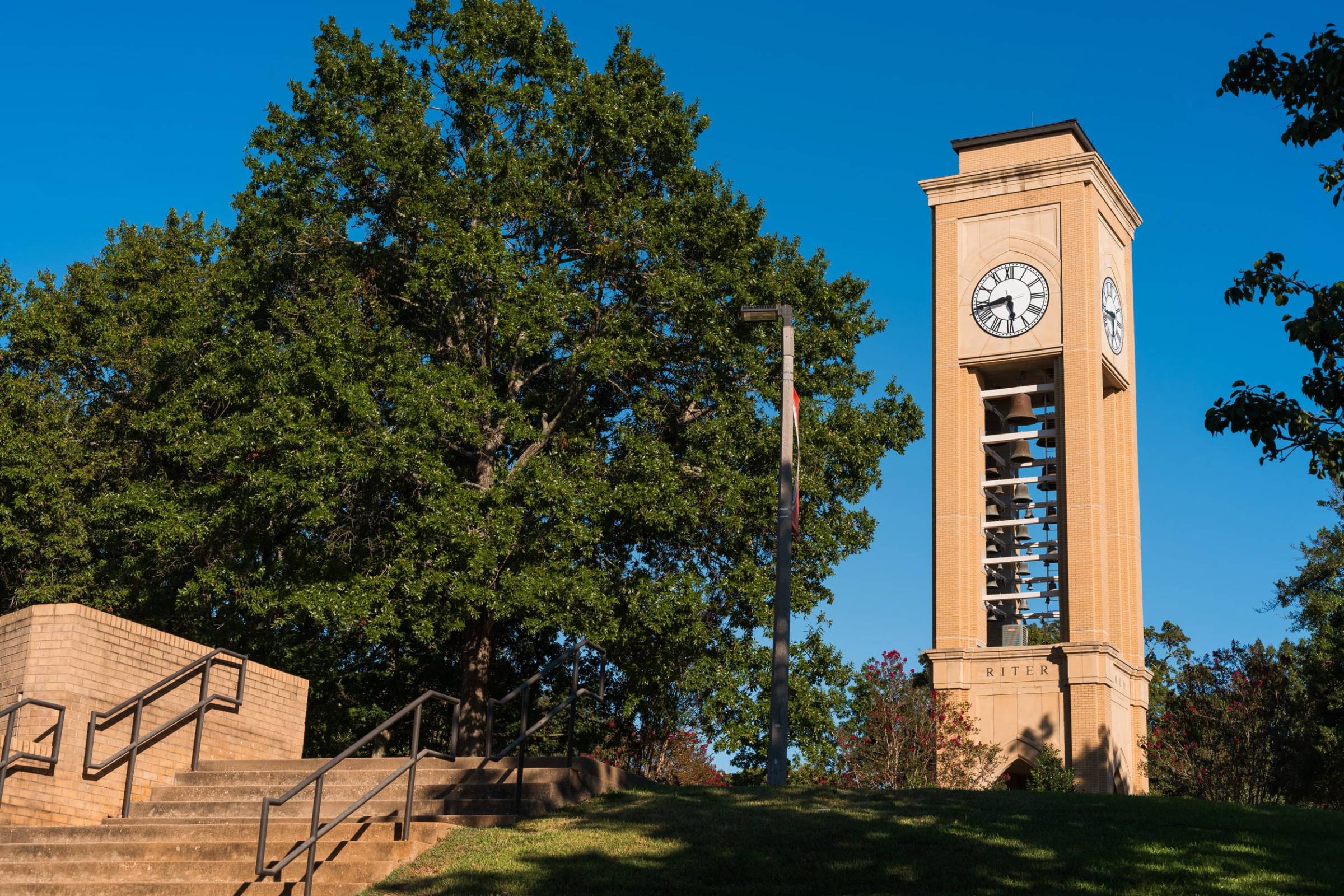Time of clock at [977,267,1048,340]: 5:43
